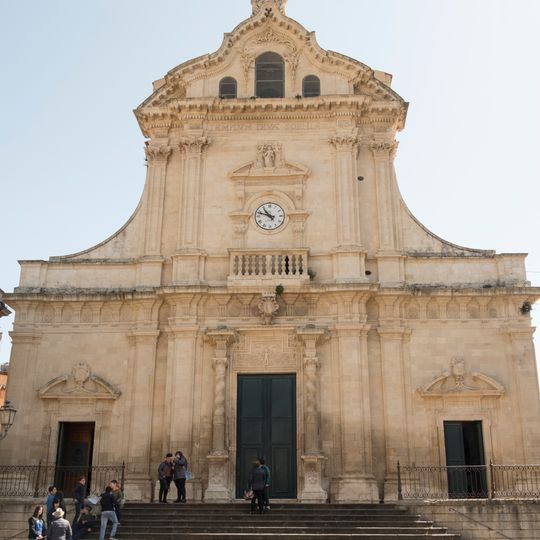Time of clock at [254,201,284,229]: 10:48
